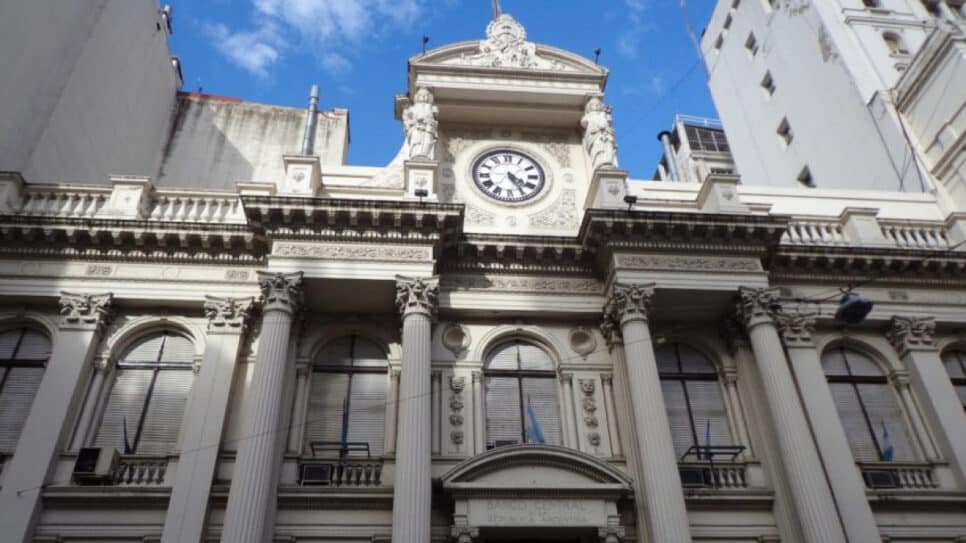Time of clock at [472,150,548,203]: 4:25
